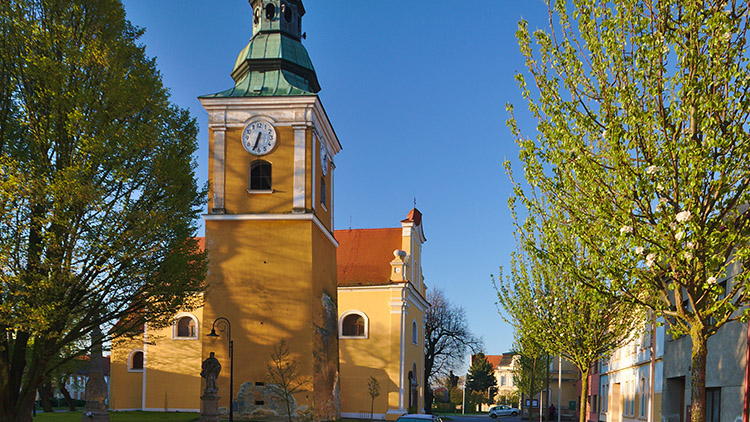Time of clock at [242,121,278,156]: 6:34
